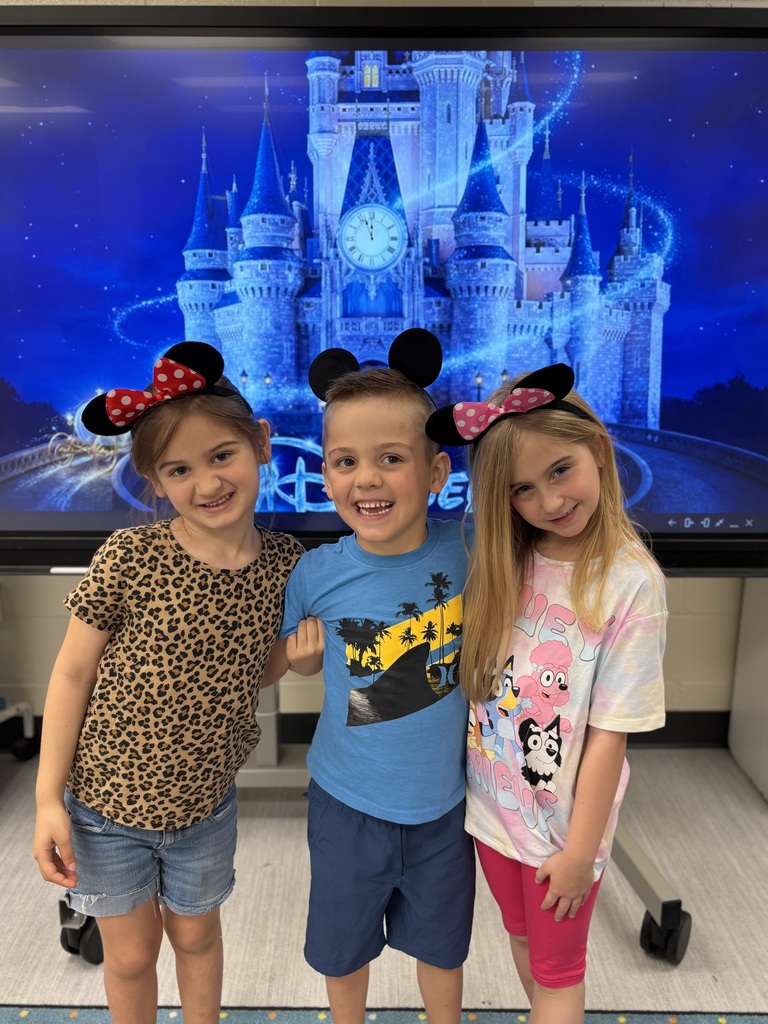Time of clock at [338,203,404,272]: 11:56
